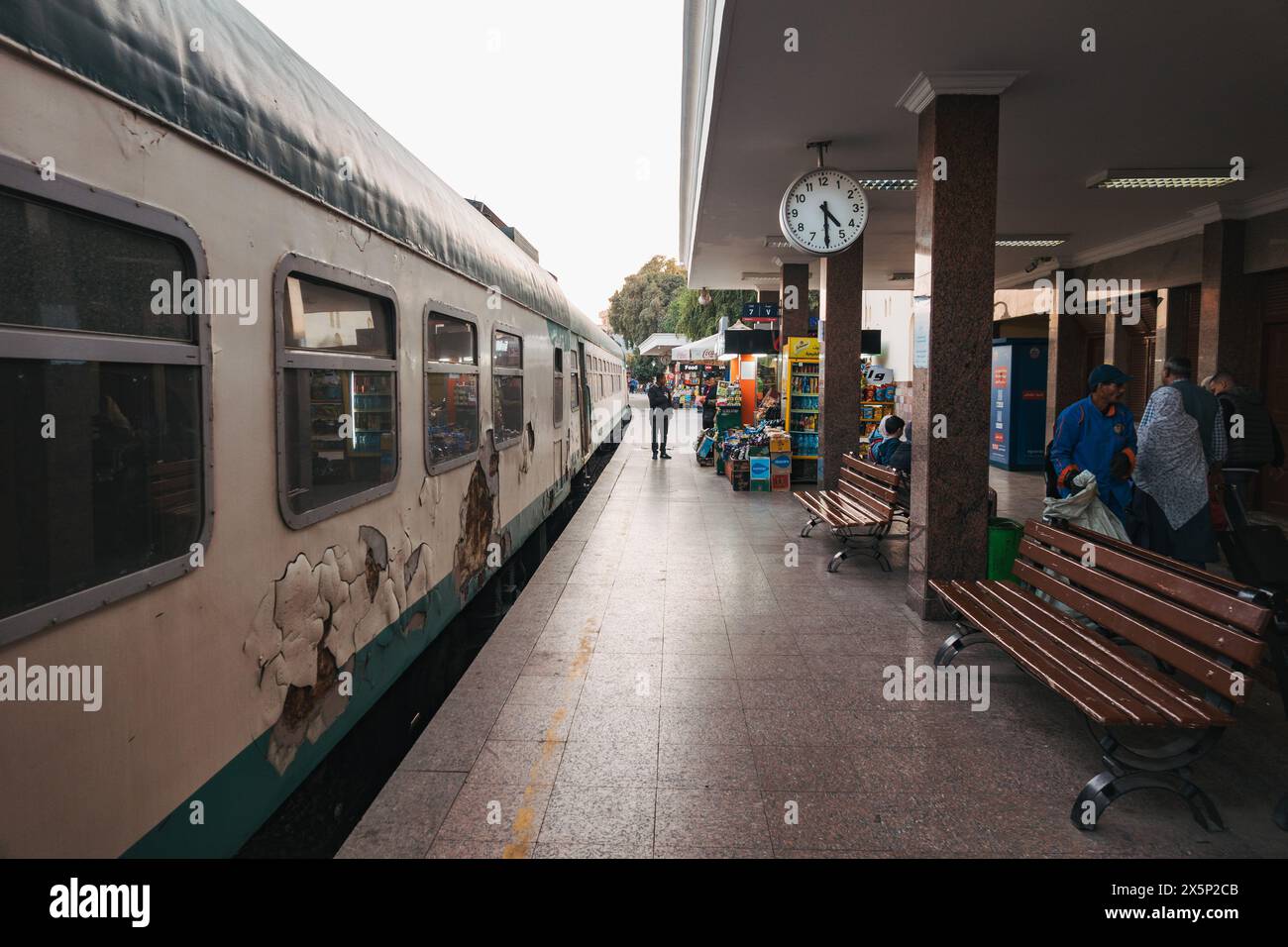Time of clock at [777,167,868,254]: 4:30
